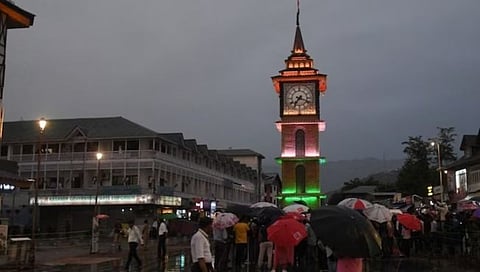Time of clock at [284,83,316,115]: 7:18
